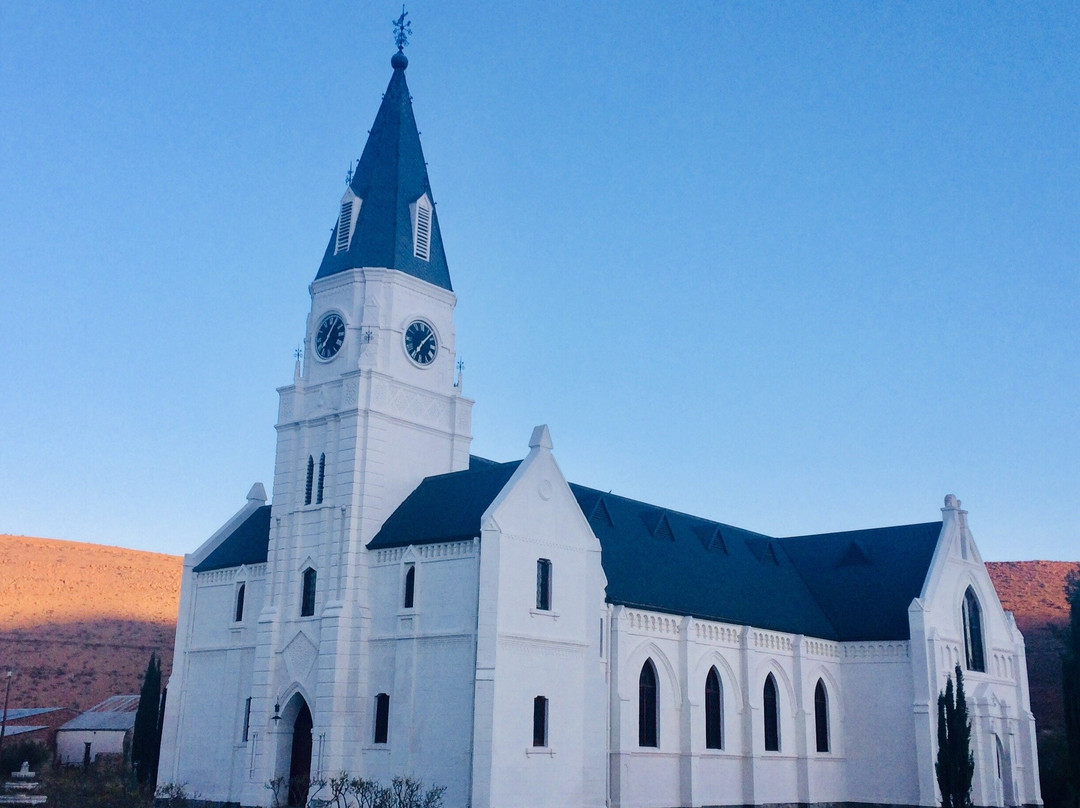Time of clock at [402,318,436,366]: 7:07
